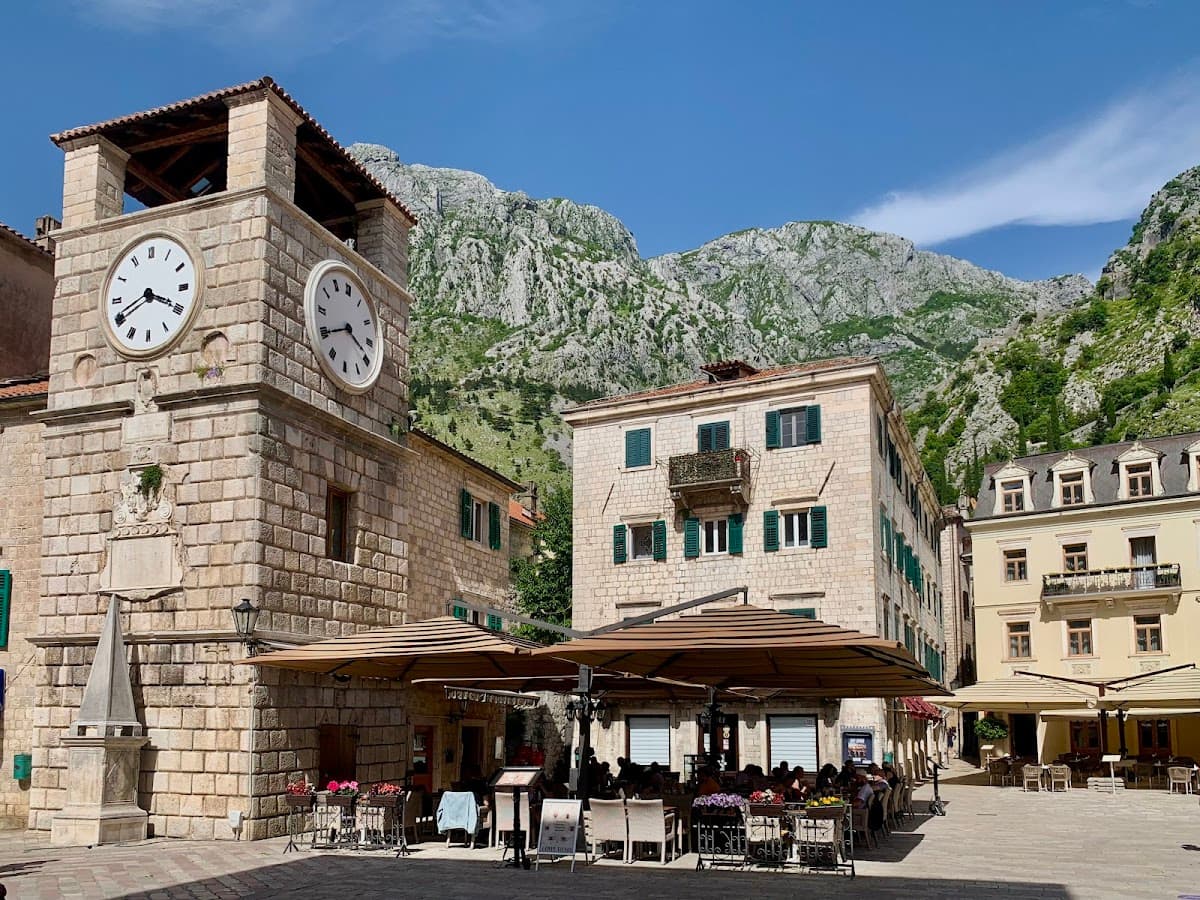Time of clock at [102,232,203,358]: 3:40
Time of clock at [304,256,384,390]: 3:40
